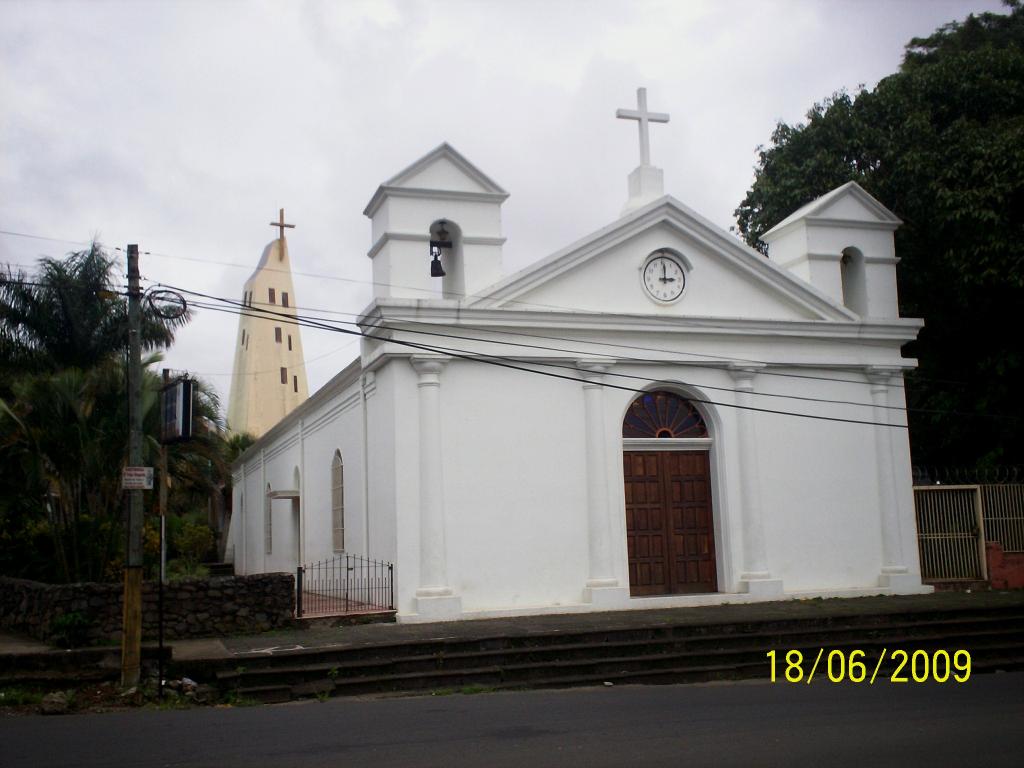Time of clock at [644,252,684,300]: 3:00
